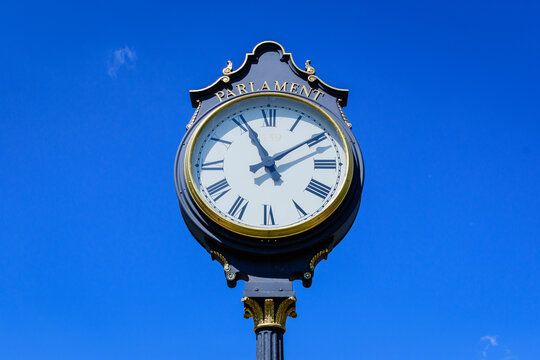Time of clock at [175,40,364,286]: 11:09
